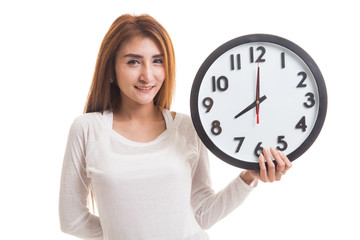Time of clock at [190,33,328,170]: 8:00
